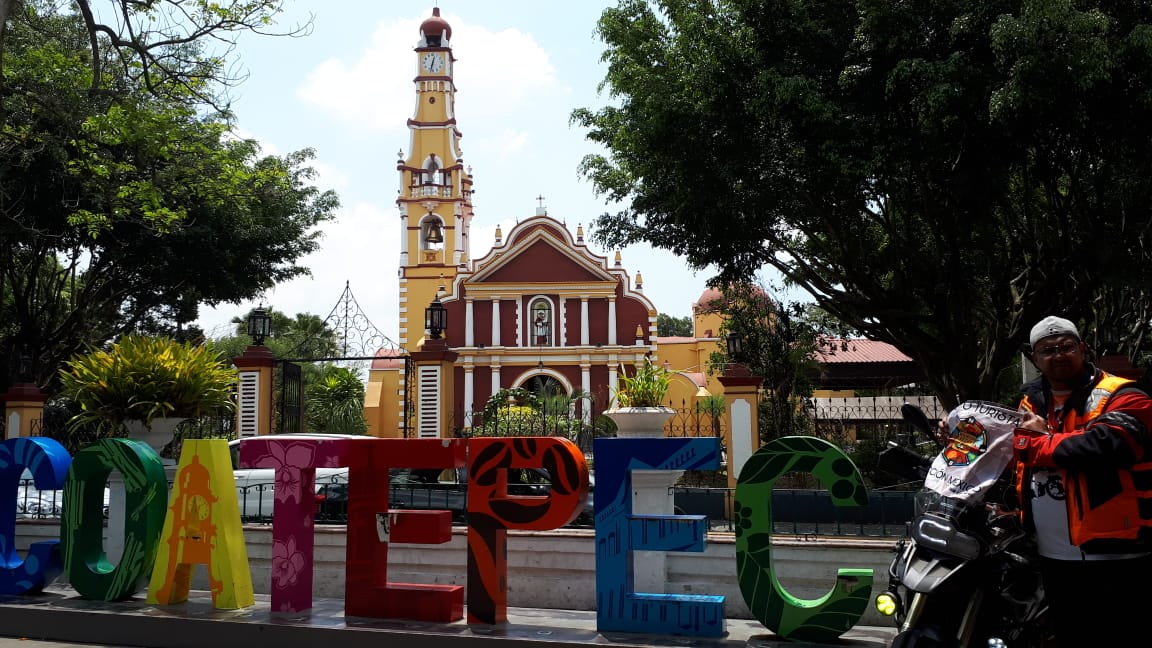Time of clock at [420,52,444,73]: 12:32
